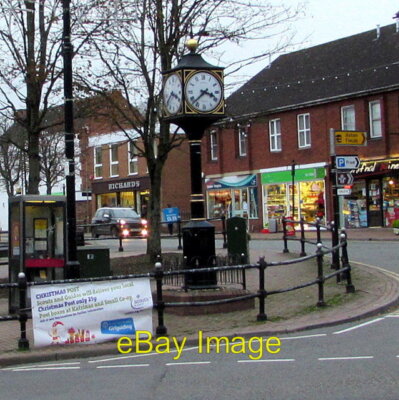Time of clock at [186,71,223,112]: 3:37
